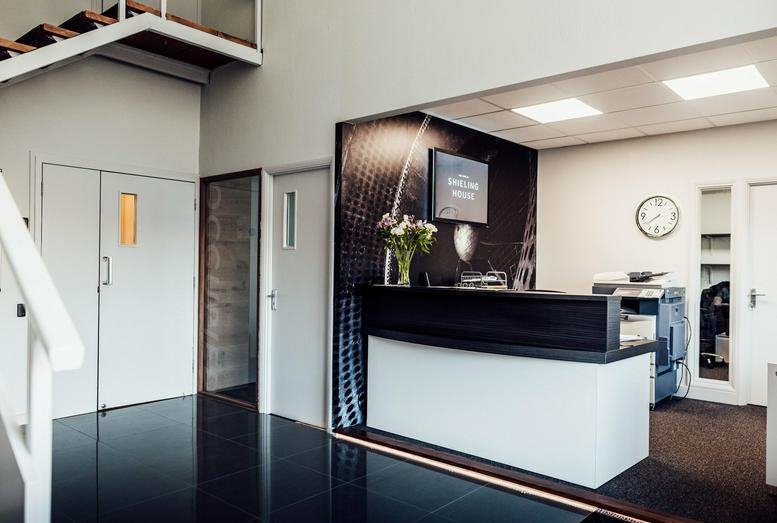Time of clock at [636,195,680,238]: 7:38
